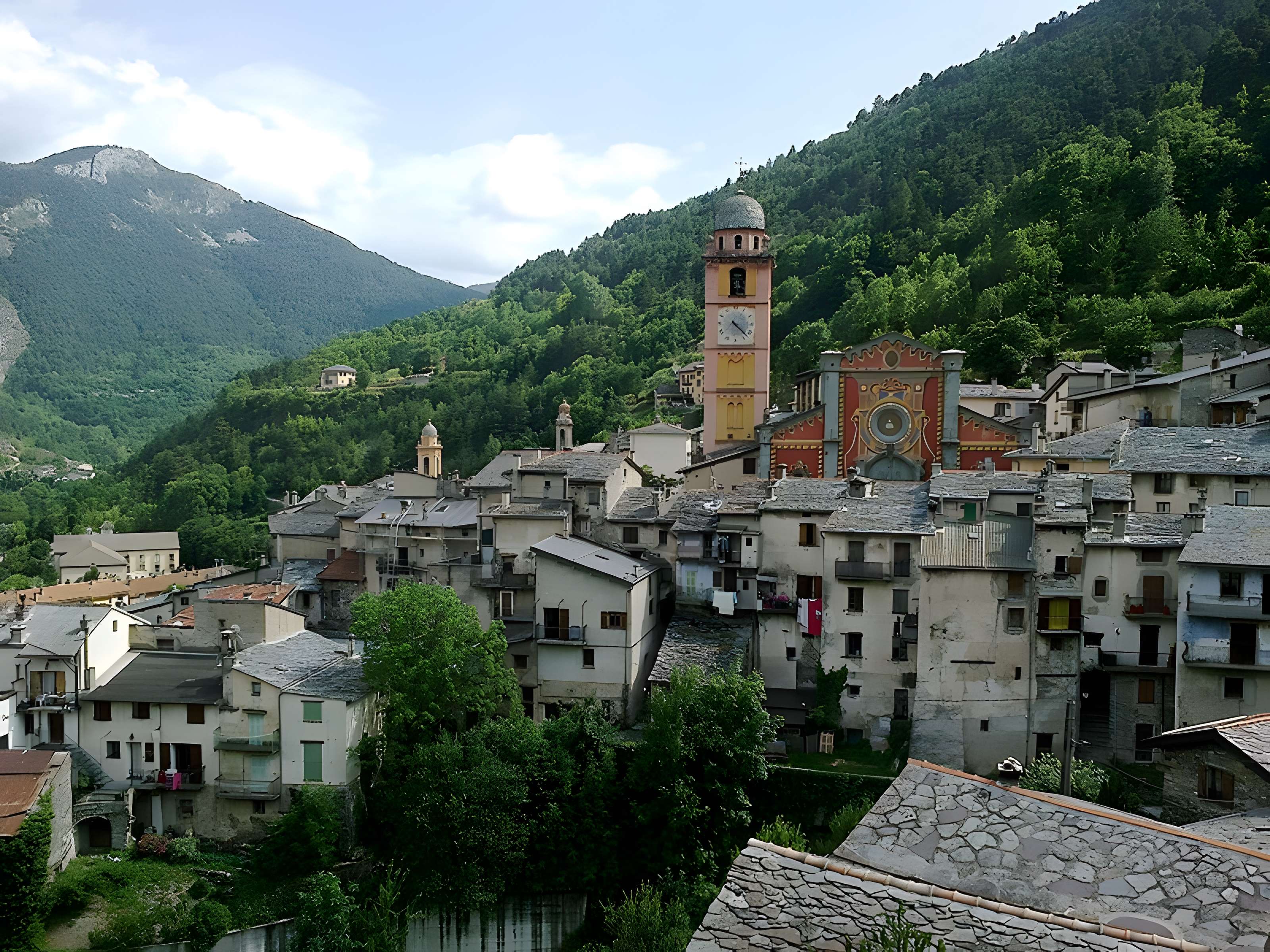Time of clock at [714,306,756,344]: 4:22
